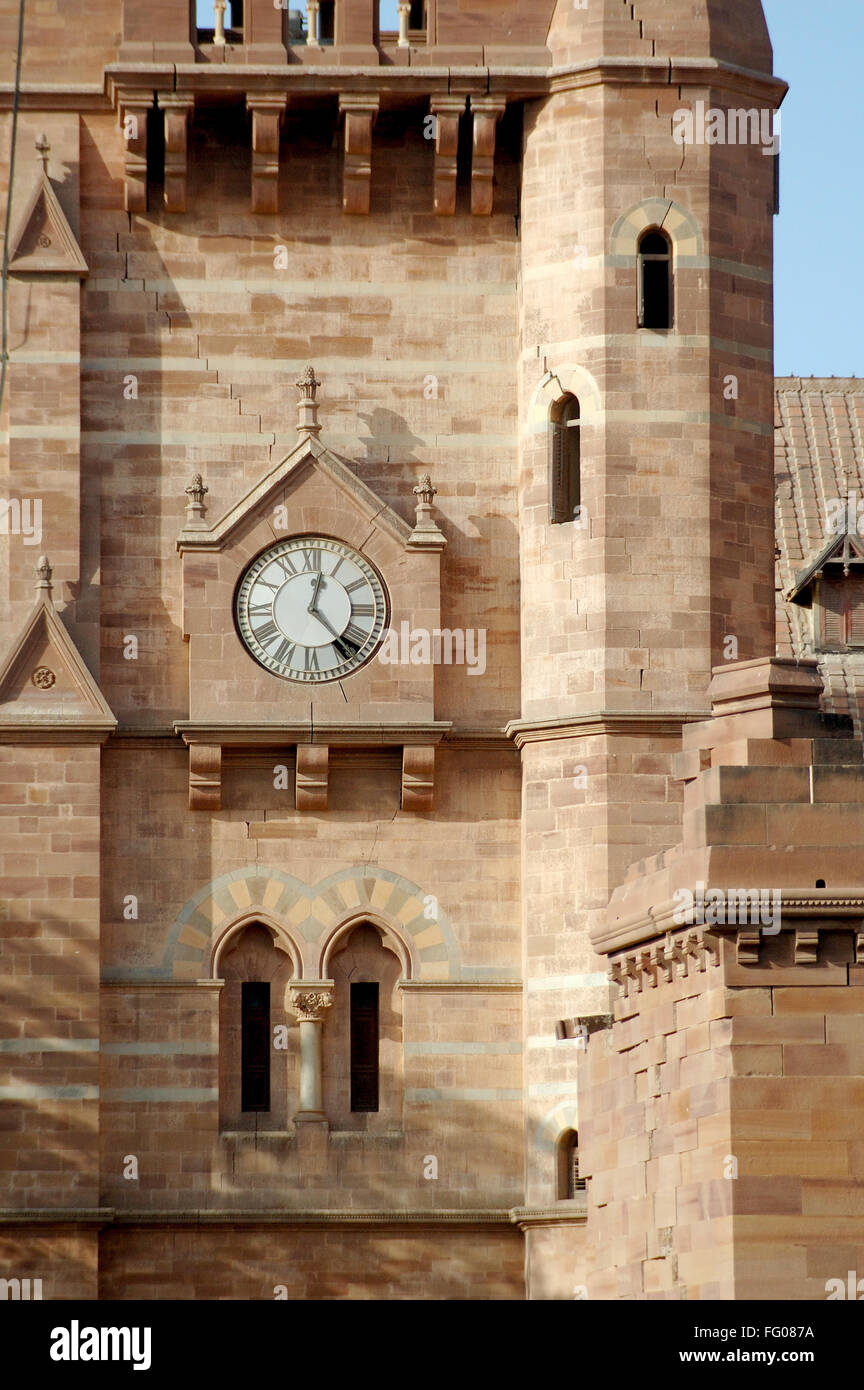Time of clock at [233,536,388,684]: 12:23
